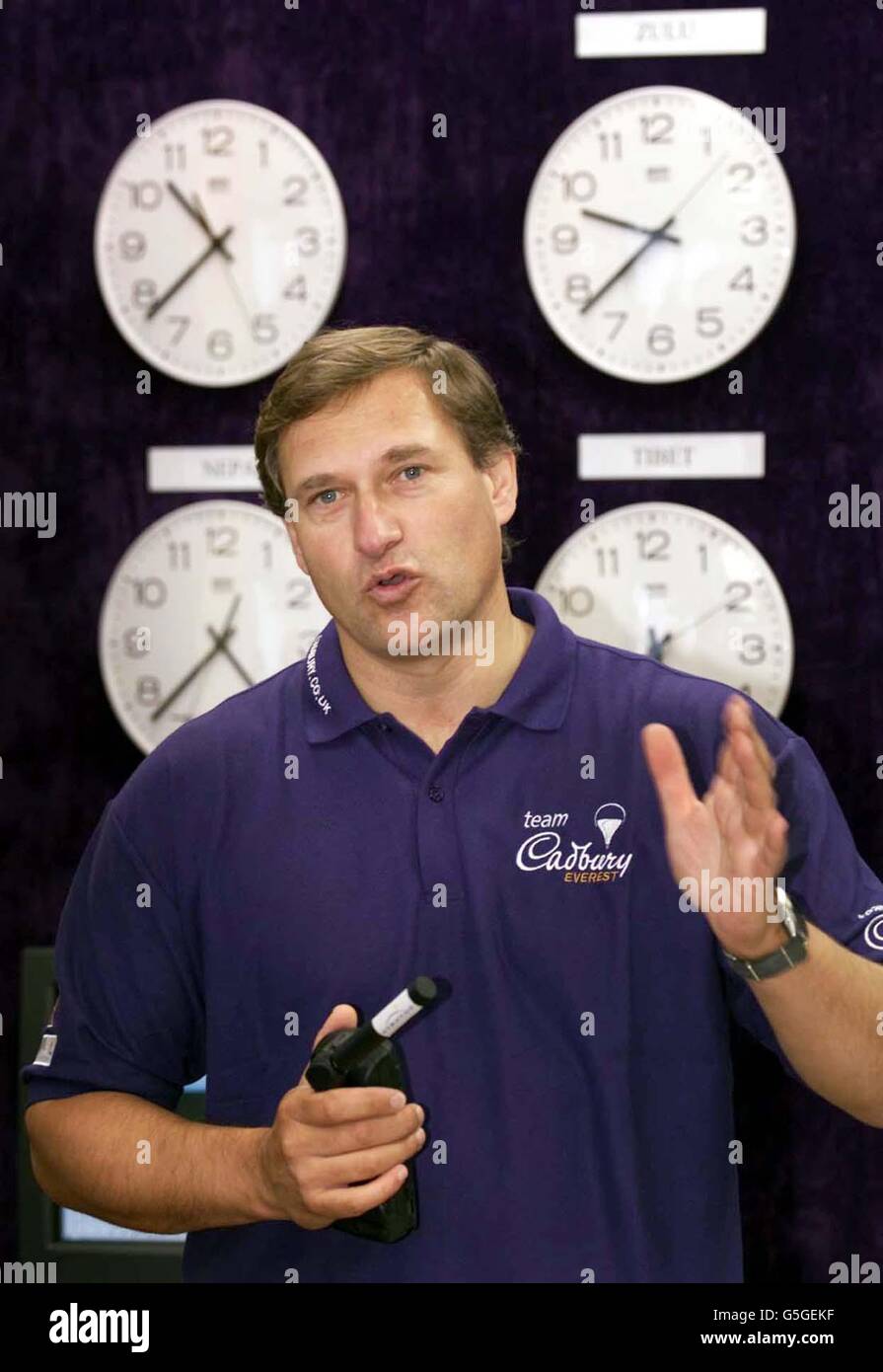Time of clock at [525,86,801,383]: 9:38
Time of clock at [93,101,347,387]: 10:38
